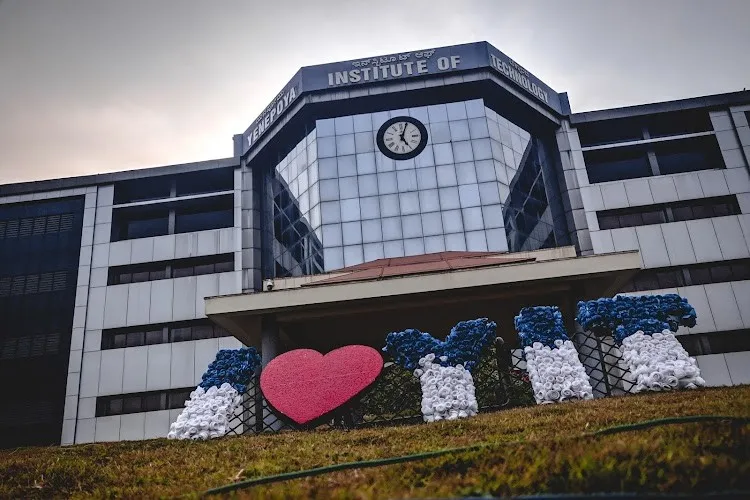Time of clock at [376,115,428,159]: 5:03
